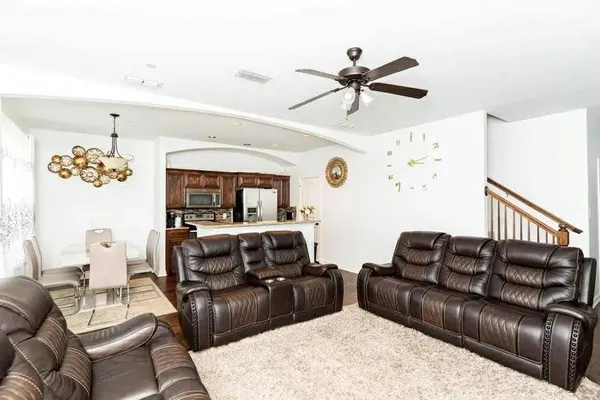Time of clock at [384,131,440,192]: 3:12
